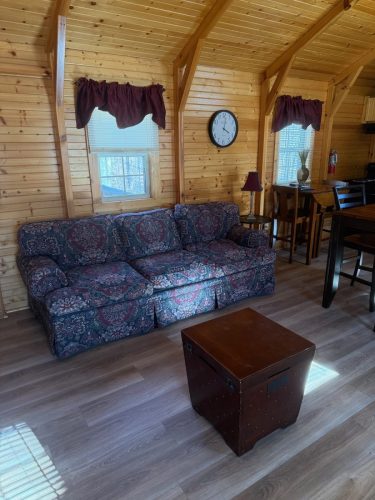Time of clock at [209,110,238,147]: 4:01
